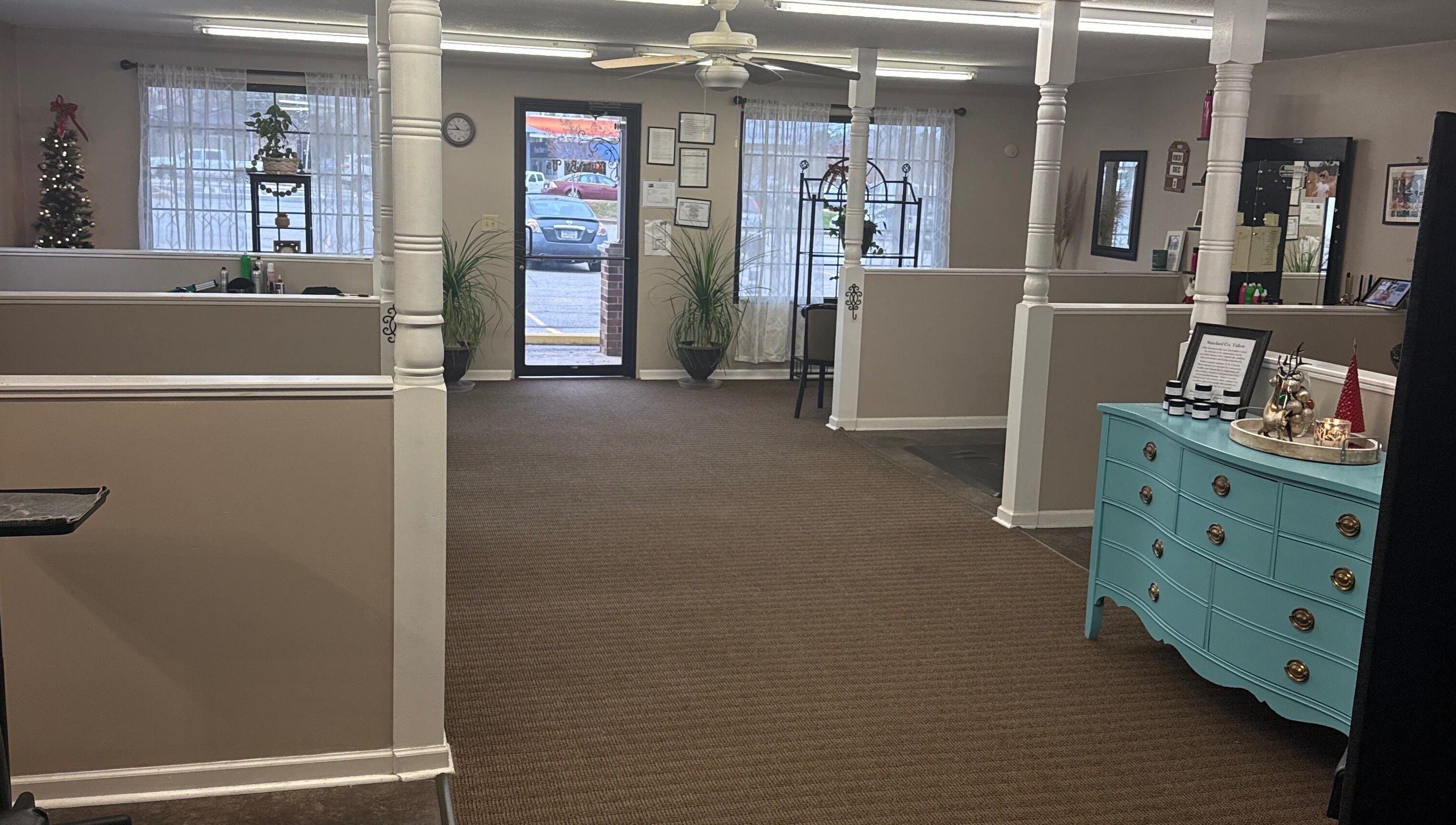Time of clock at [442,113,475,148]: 10:45
